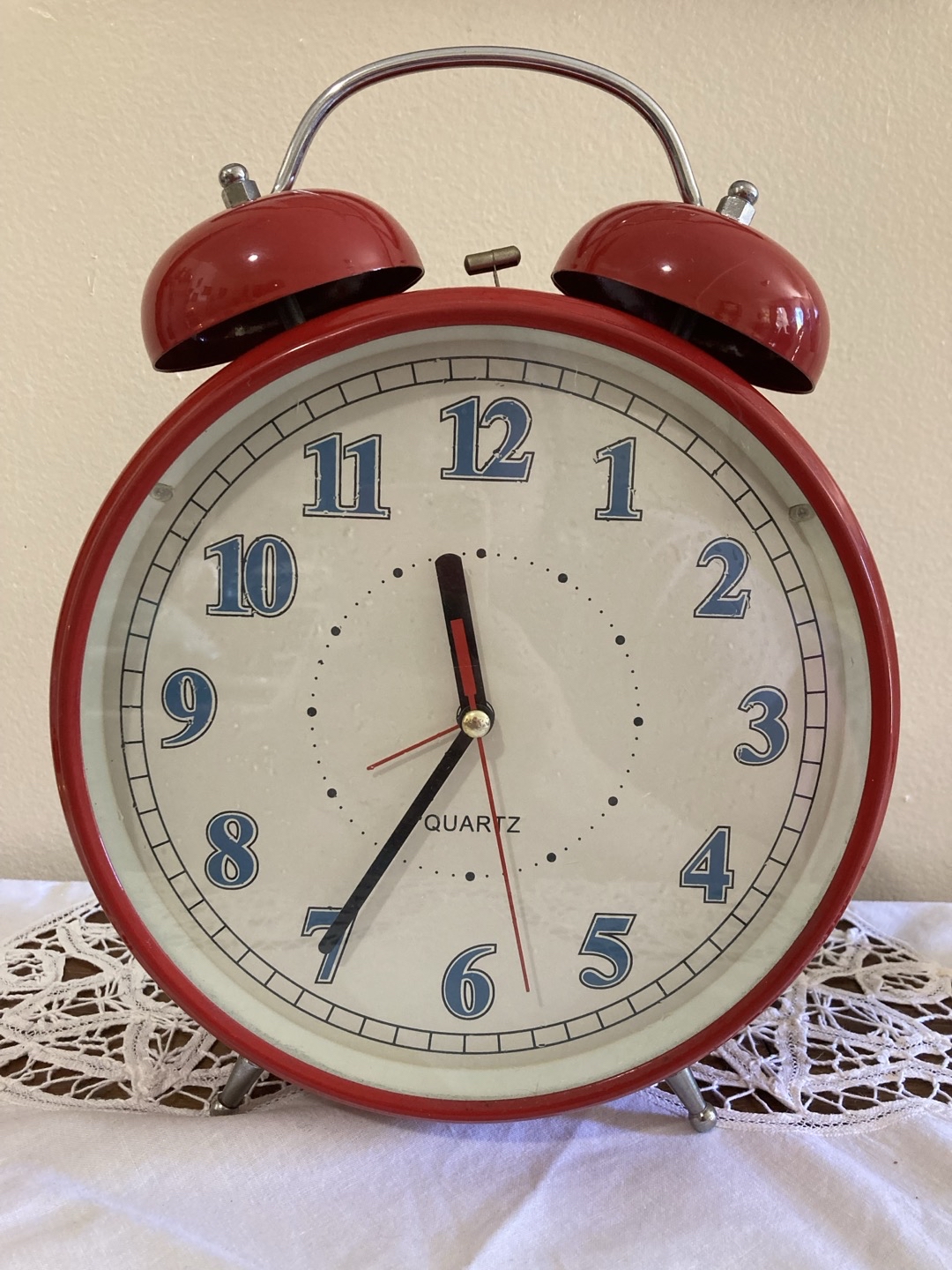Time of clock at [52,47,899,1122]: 11:35
